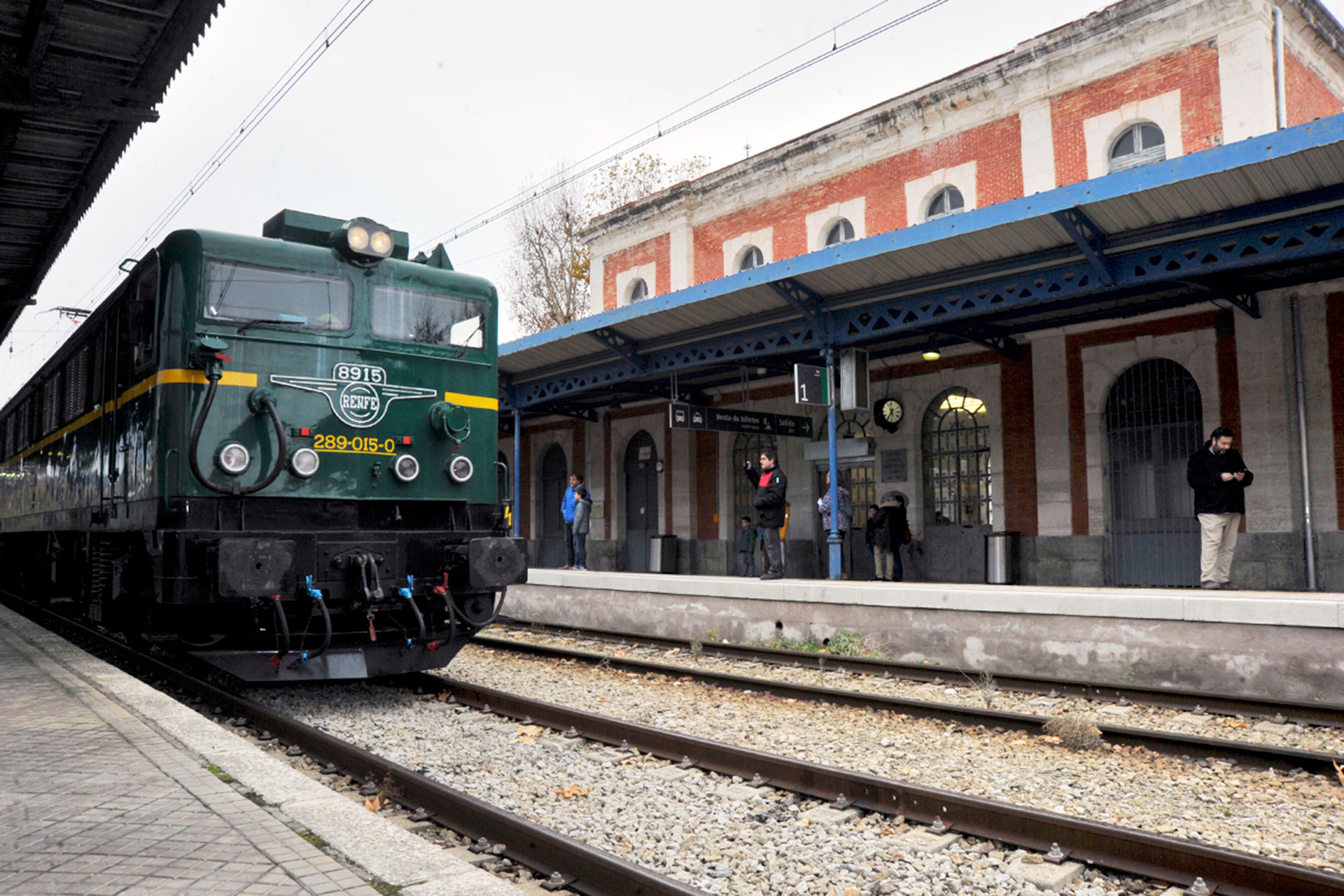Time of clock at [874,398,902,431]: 11:35
